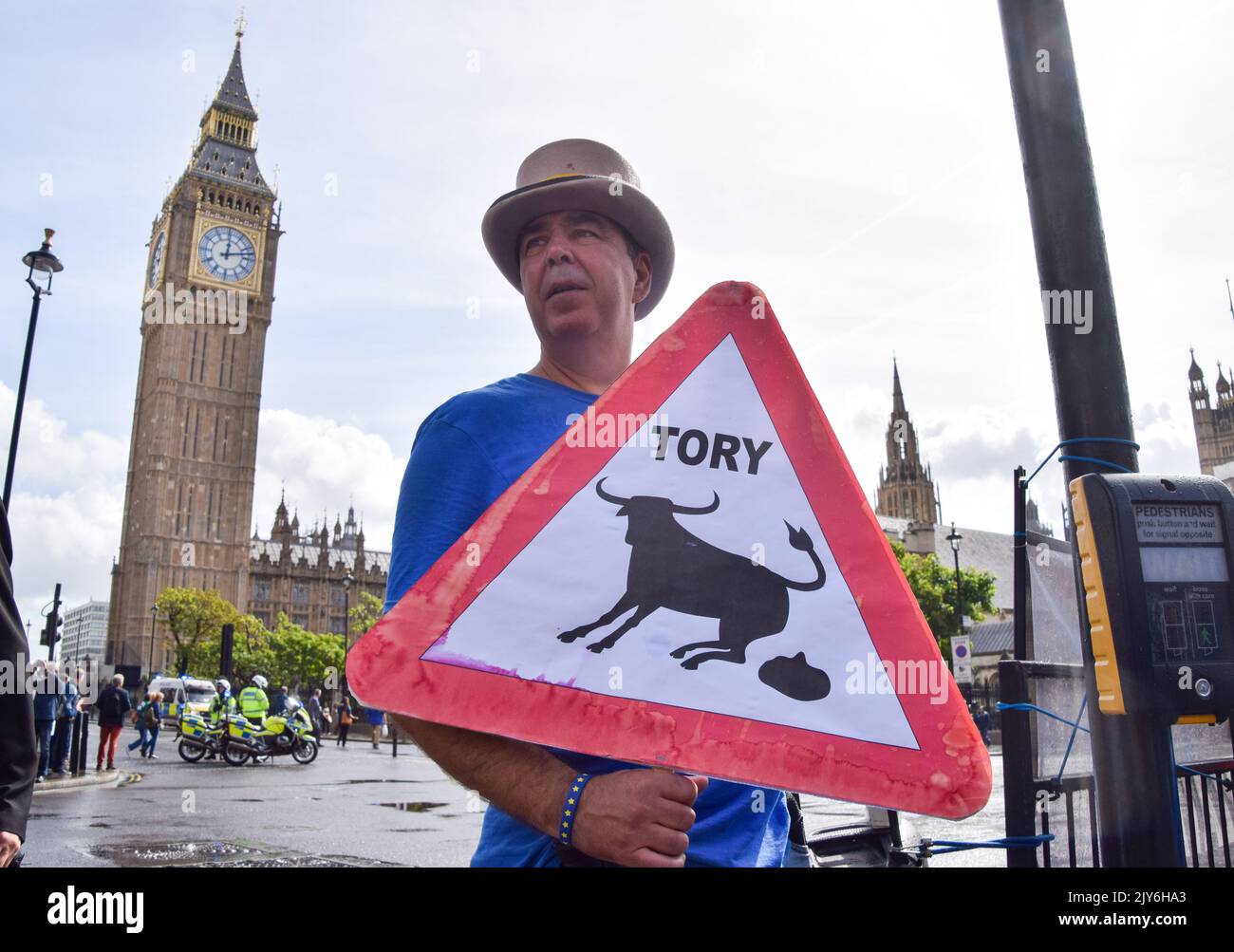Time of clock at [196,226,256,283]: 12:12
